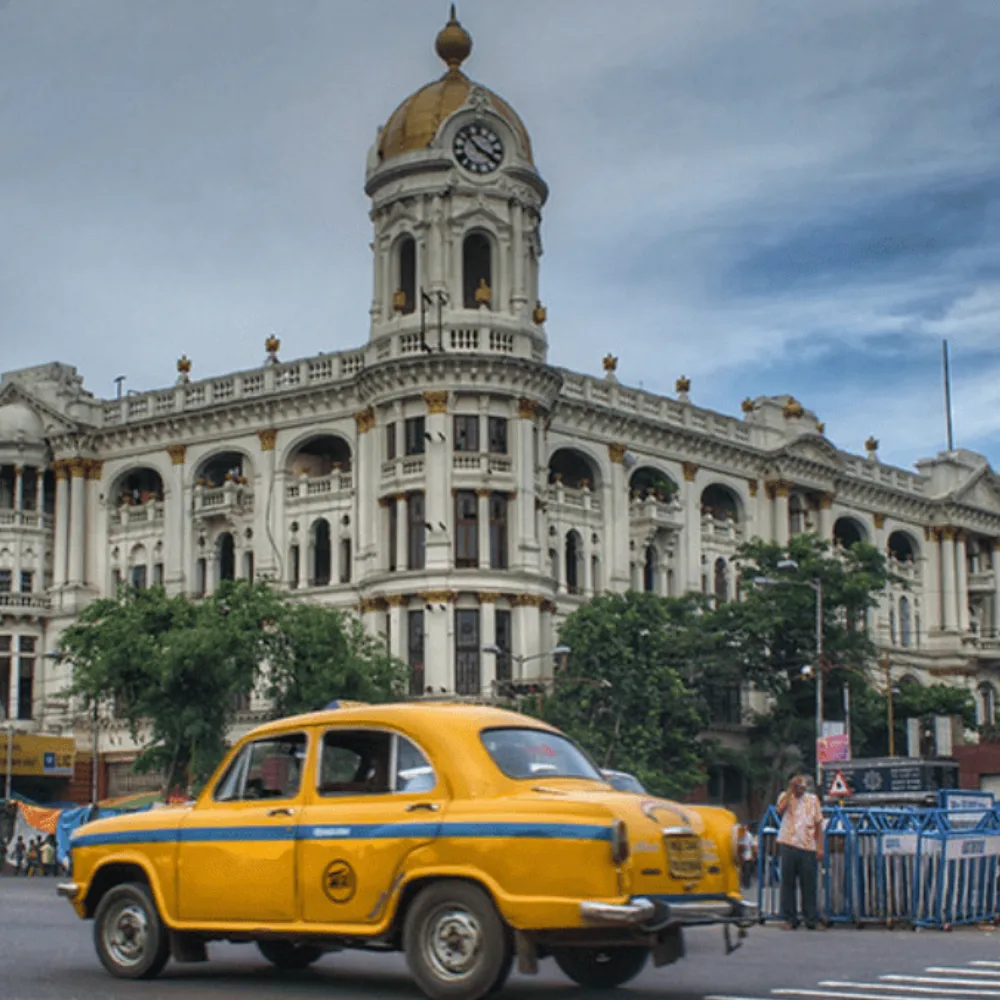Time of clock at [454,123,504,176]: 3:52
